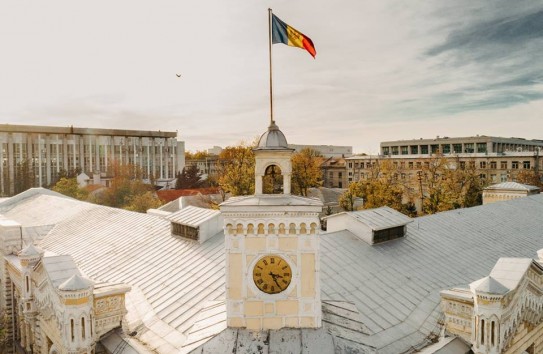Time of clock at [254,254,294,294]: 3:25
